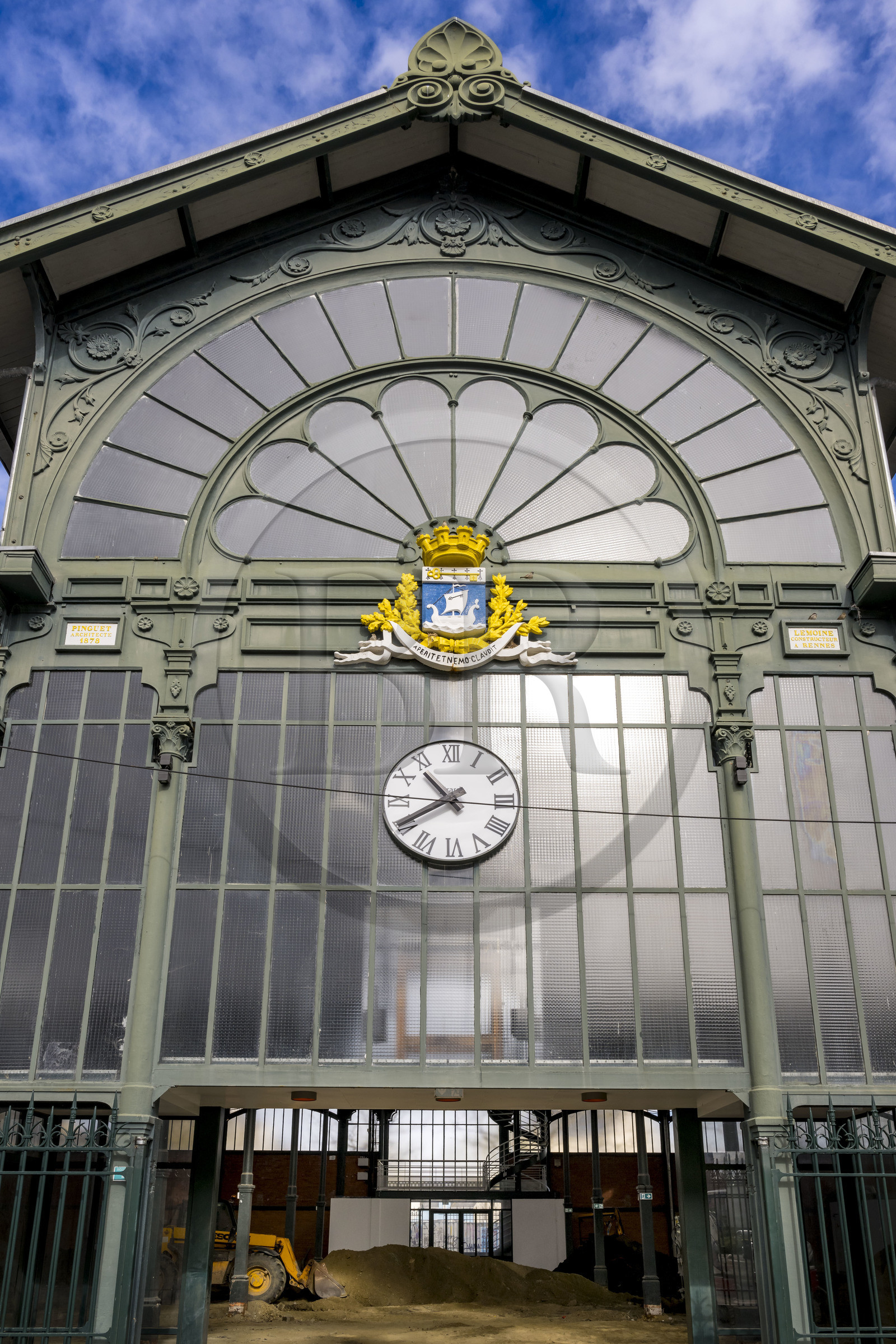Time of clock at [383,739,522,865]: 10:40
